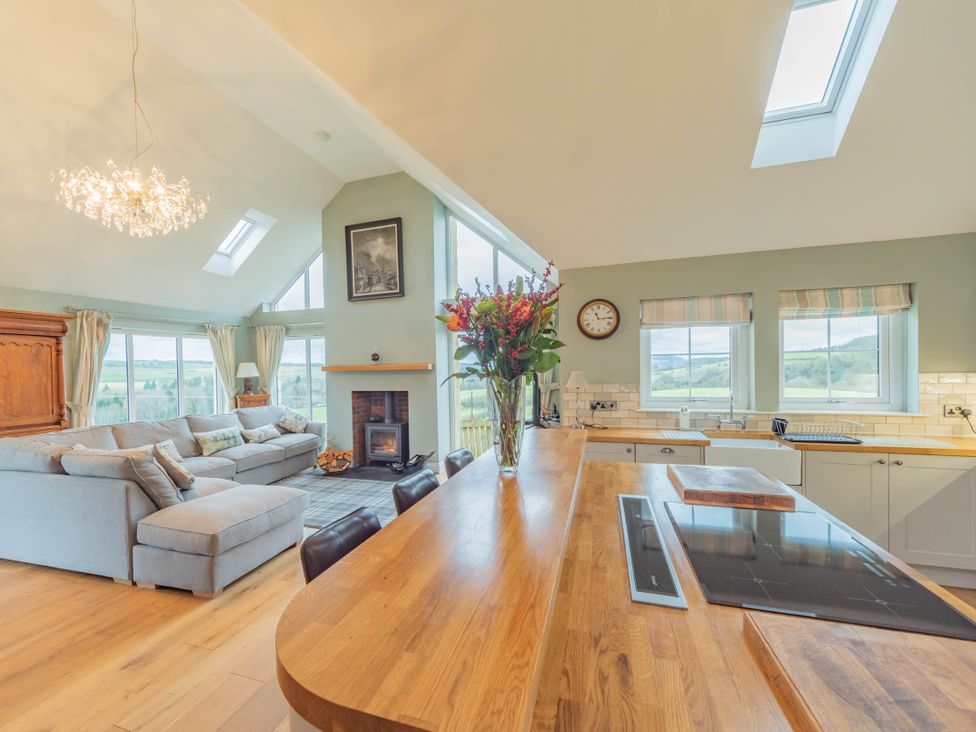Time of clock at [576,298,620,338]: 11:14
